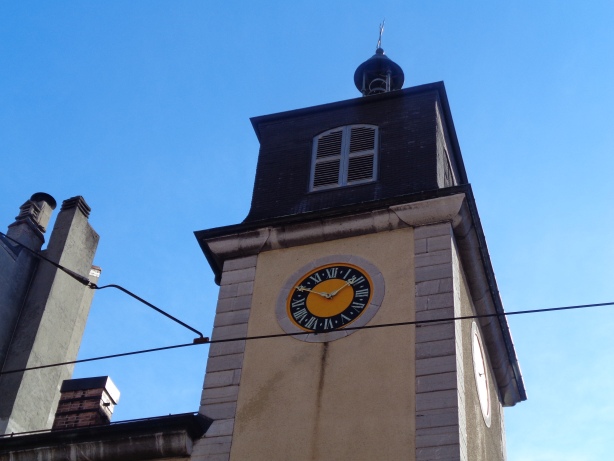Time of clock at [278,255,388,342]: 1:49
